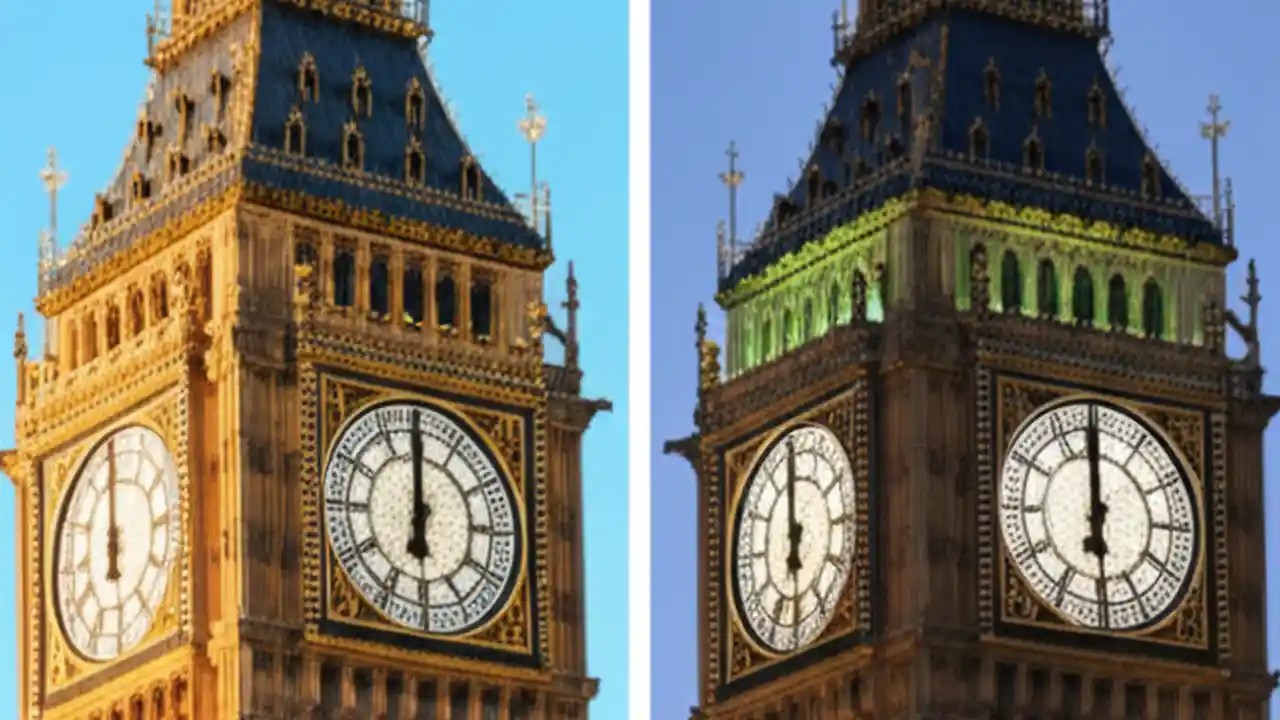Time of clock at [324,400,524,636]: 5:59
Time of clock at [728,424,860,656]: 5:59
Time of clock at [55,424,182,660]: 5:59
